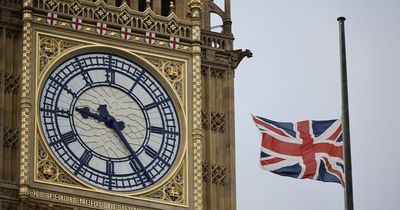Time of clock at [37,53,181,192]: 9:23
